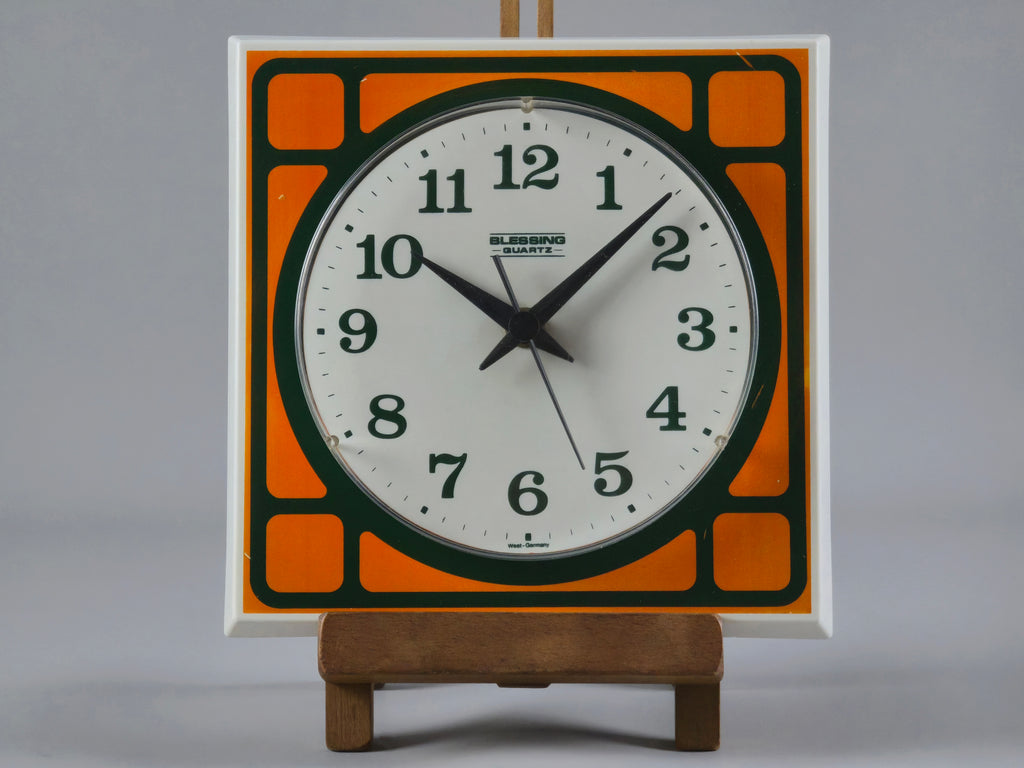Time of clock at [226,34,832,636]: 10:07
